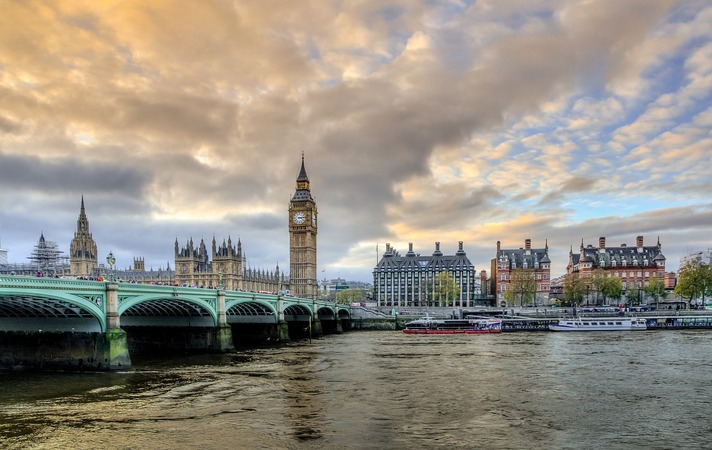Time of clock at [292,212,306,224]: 3:14
